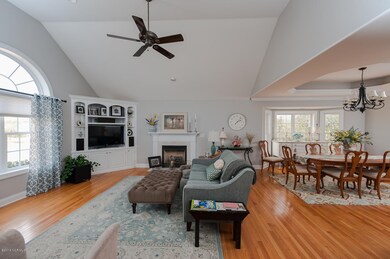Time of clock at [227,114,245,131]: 2:06
